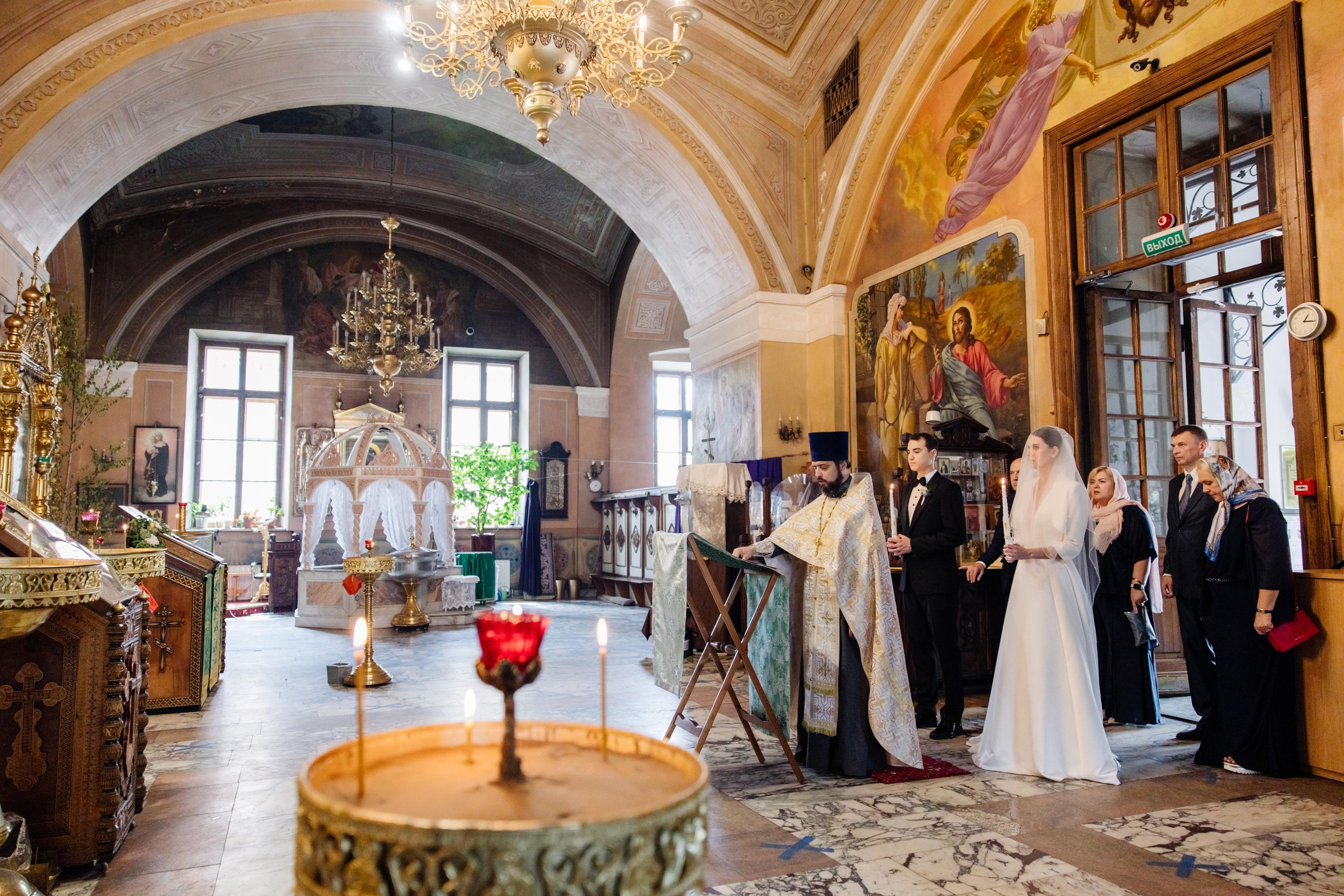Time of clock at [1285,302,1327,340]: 1:16
